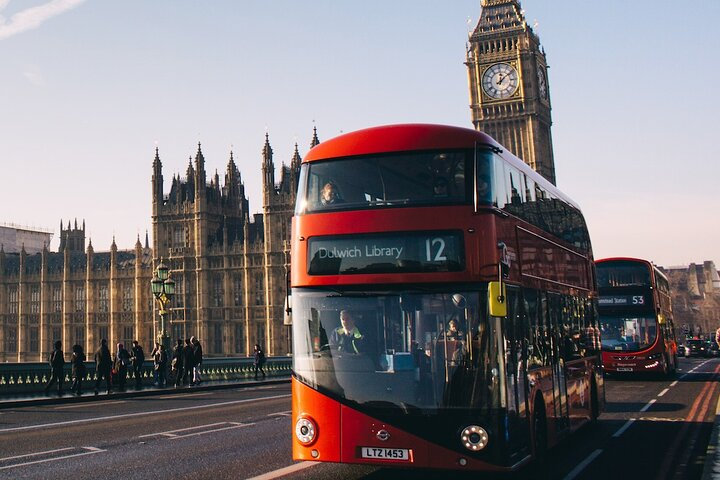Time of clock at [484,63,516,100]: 12:09
